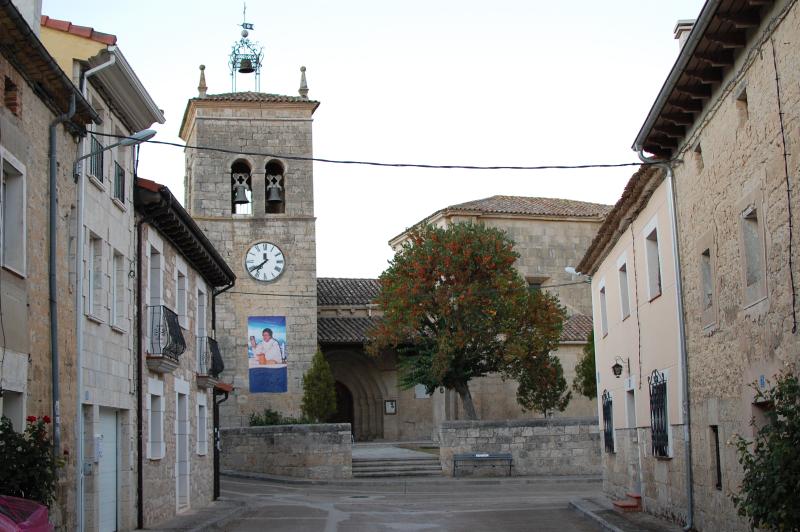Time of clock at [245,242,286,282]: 11:38
